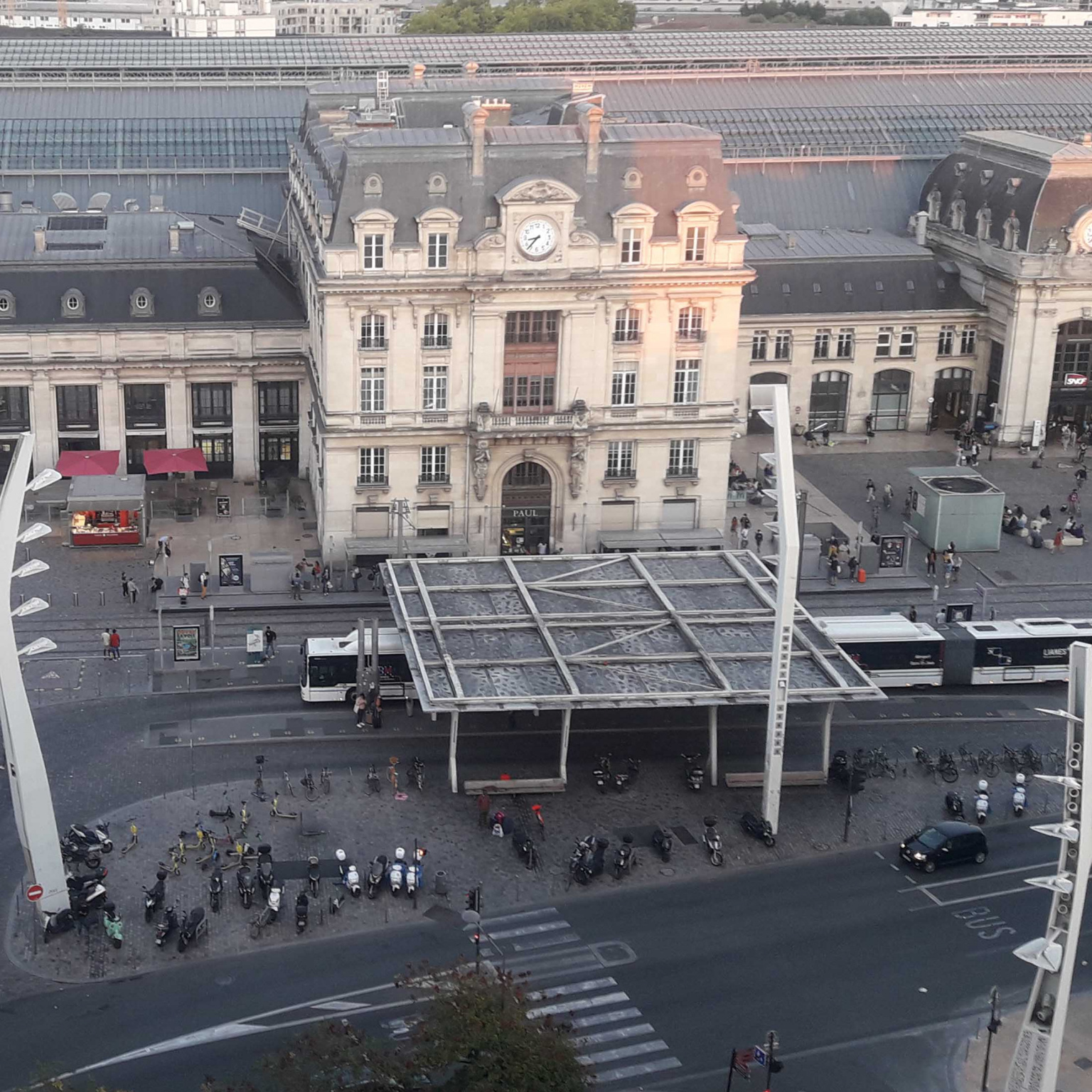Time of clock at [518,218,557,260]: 8:37
